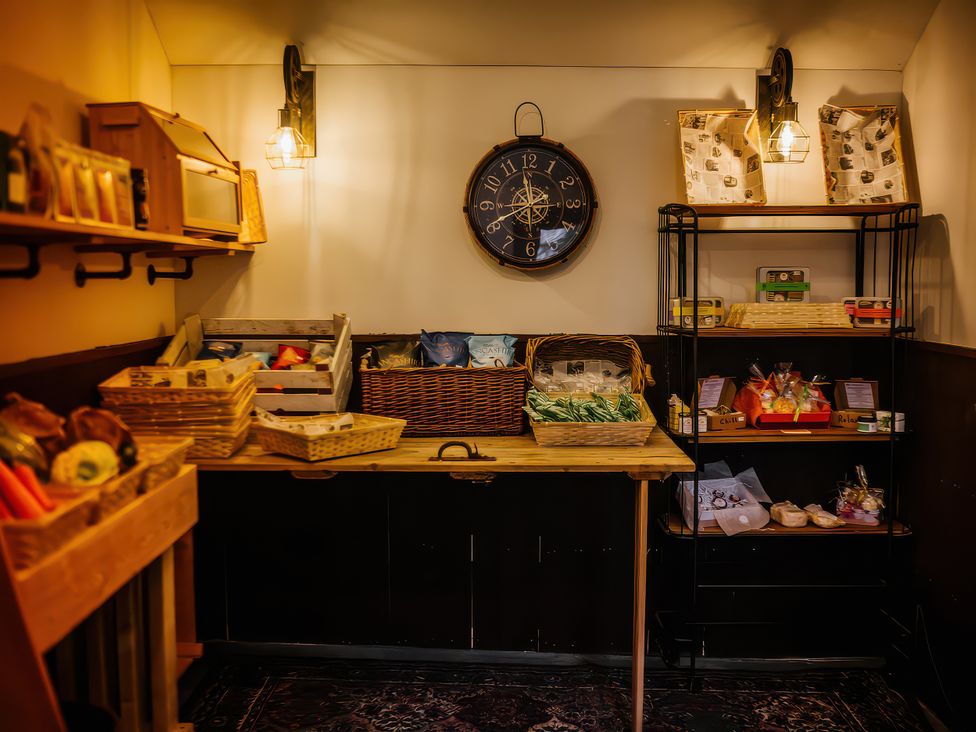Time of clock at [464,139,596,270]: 11:40
